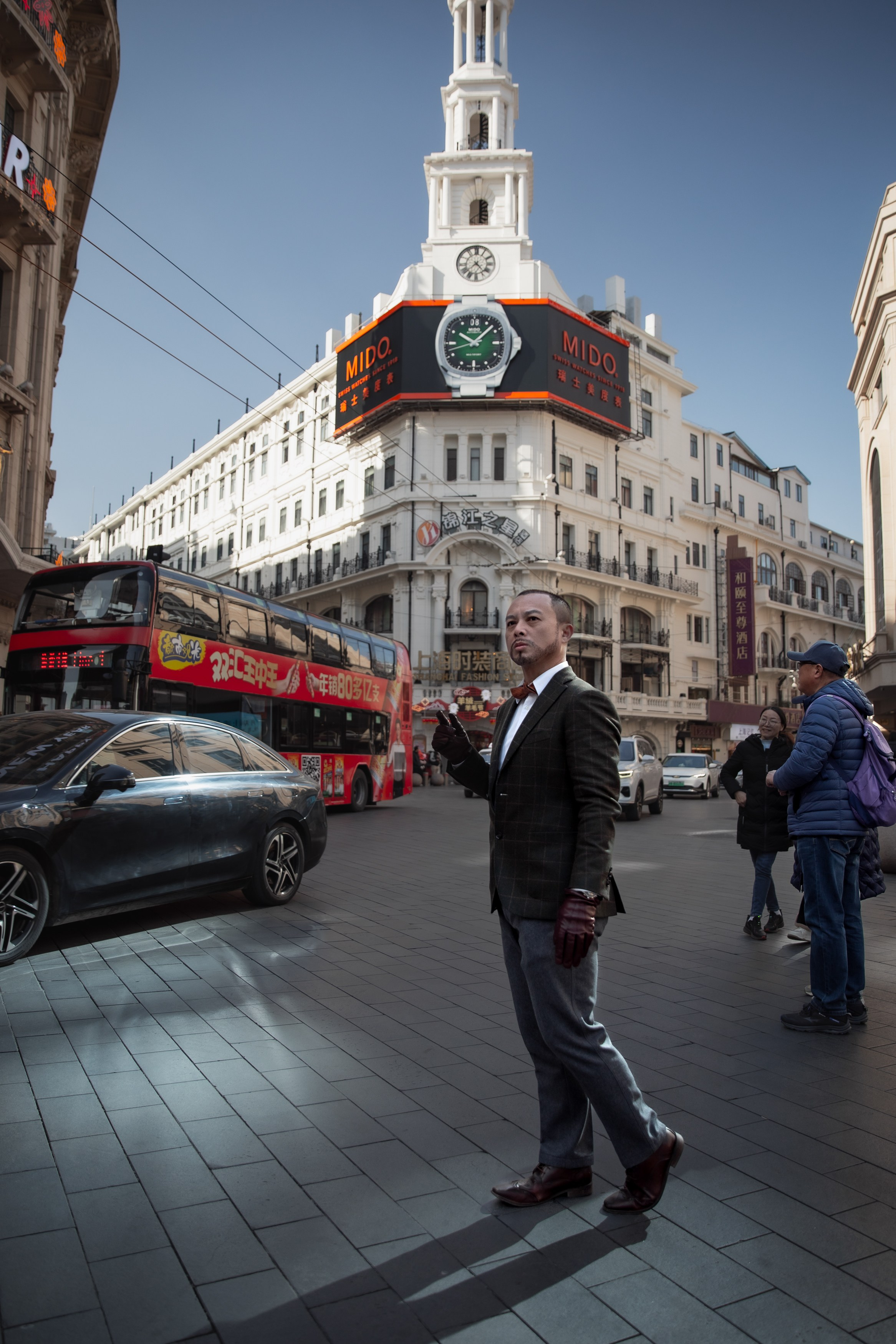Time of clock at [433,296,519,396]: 10:07
